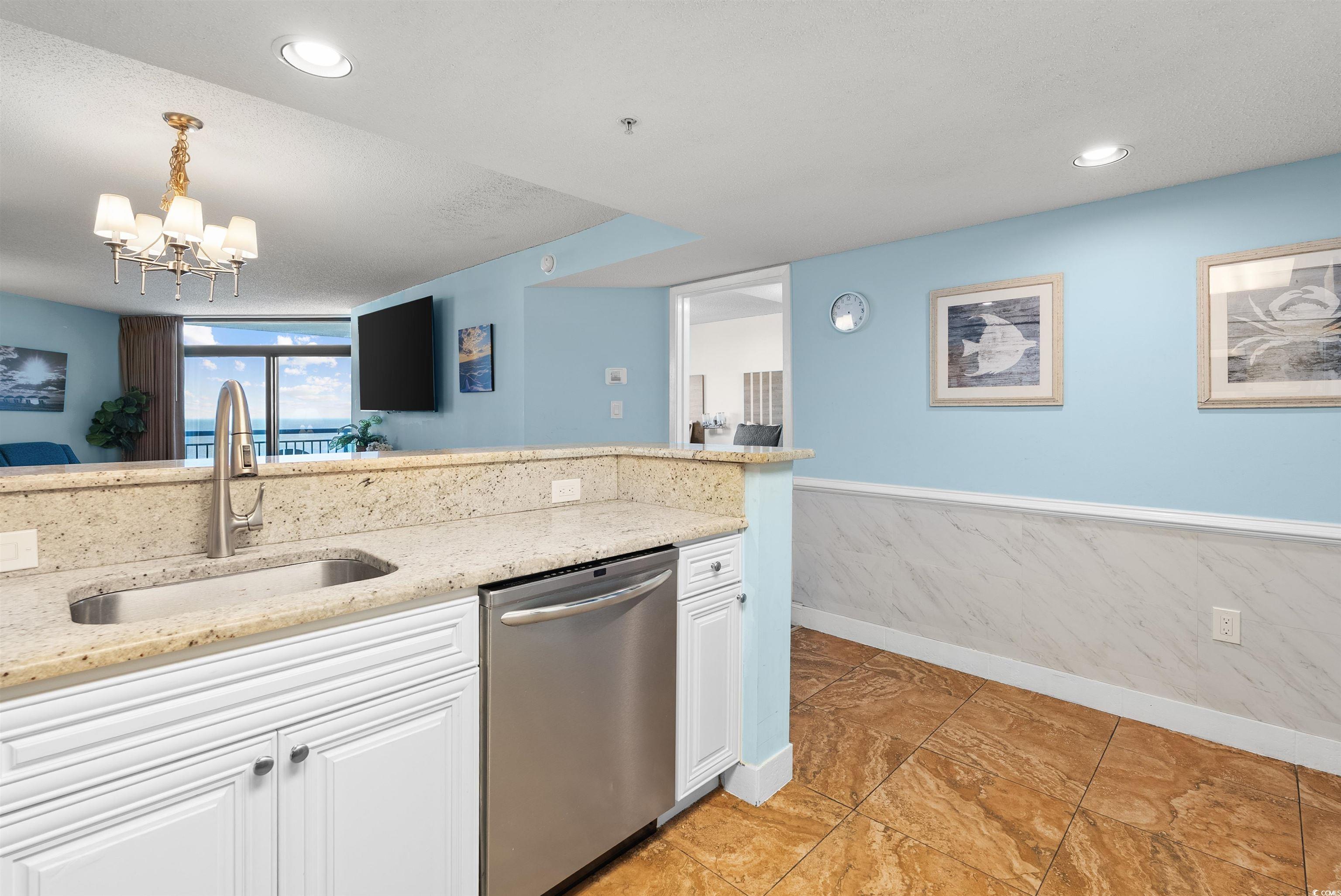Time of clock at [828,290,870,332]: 8:27
